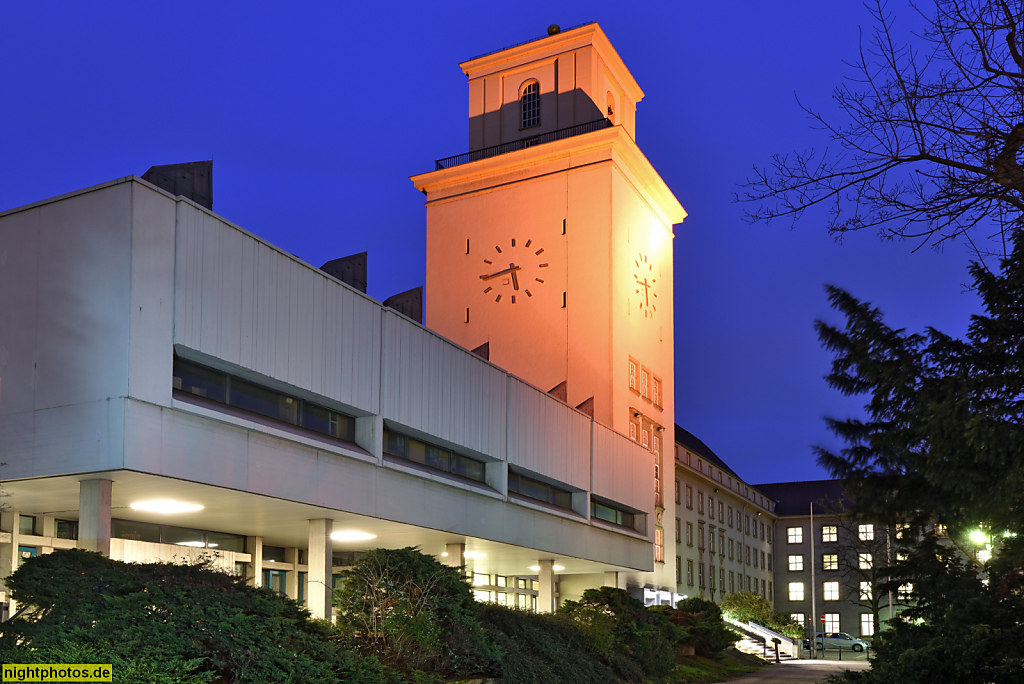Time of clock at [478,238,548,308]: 5:43
